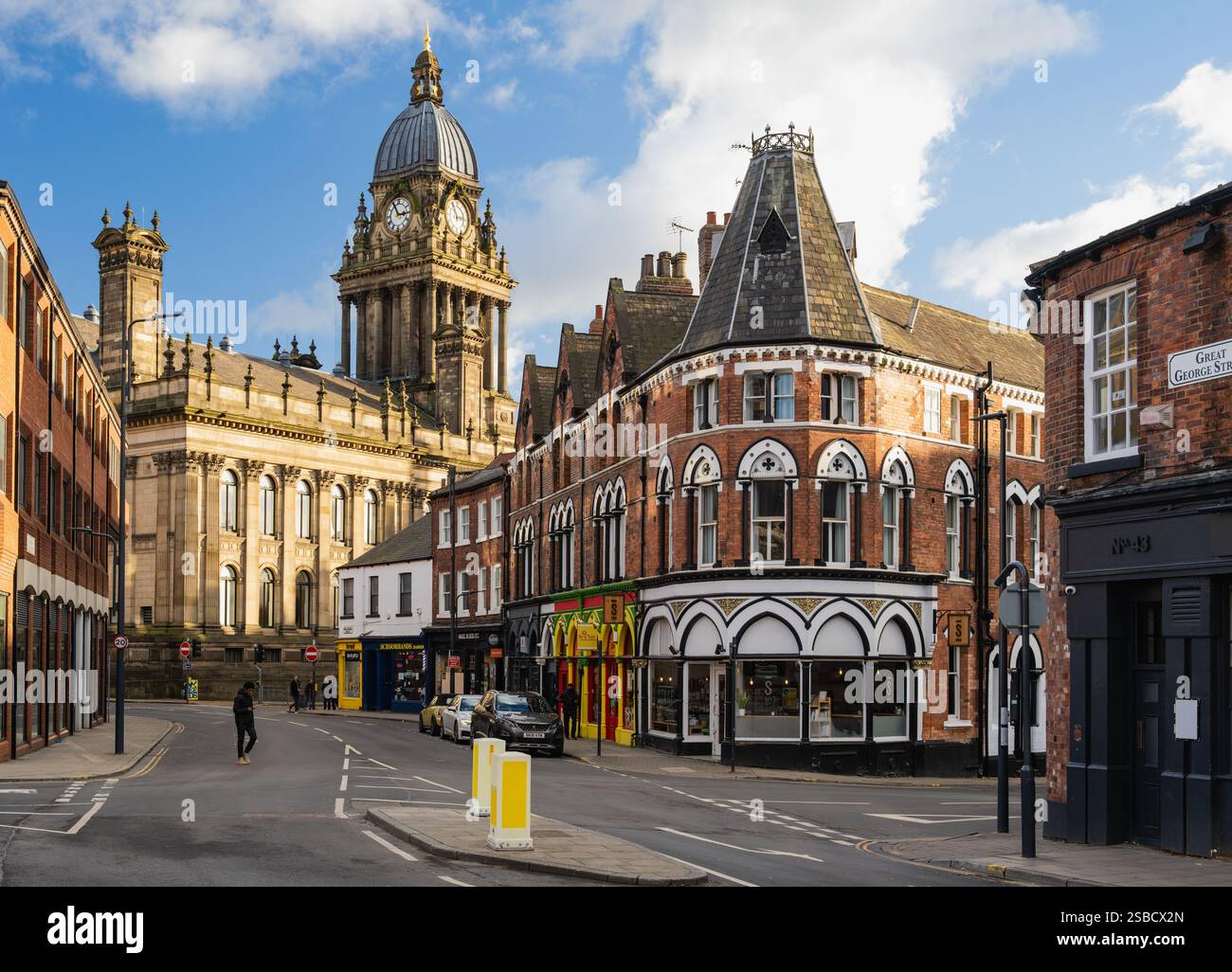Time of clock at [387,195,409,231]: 2:55
